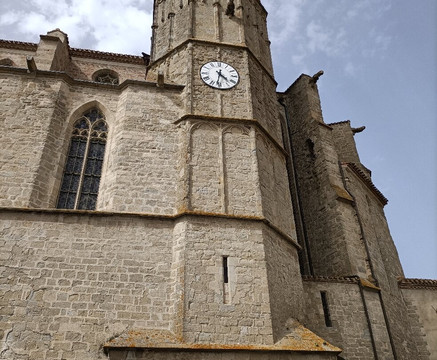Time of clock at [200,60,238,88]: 4:31
